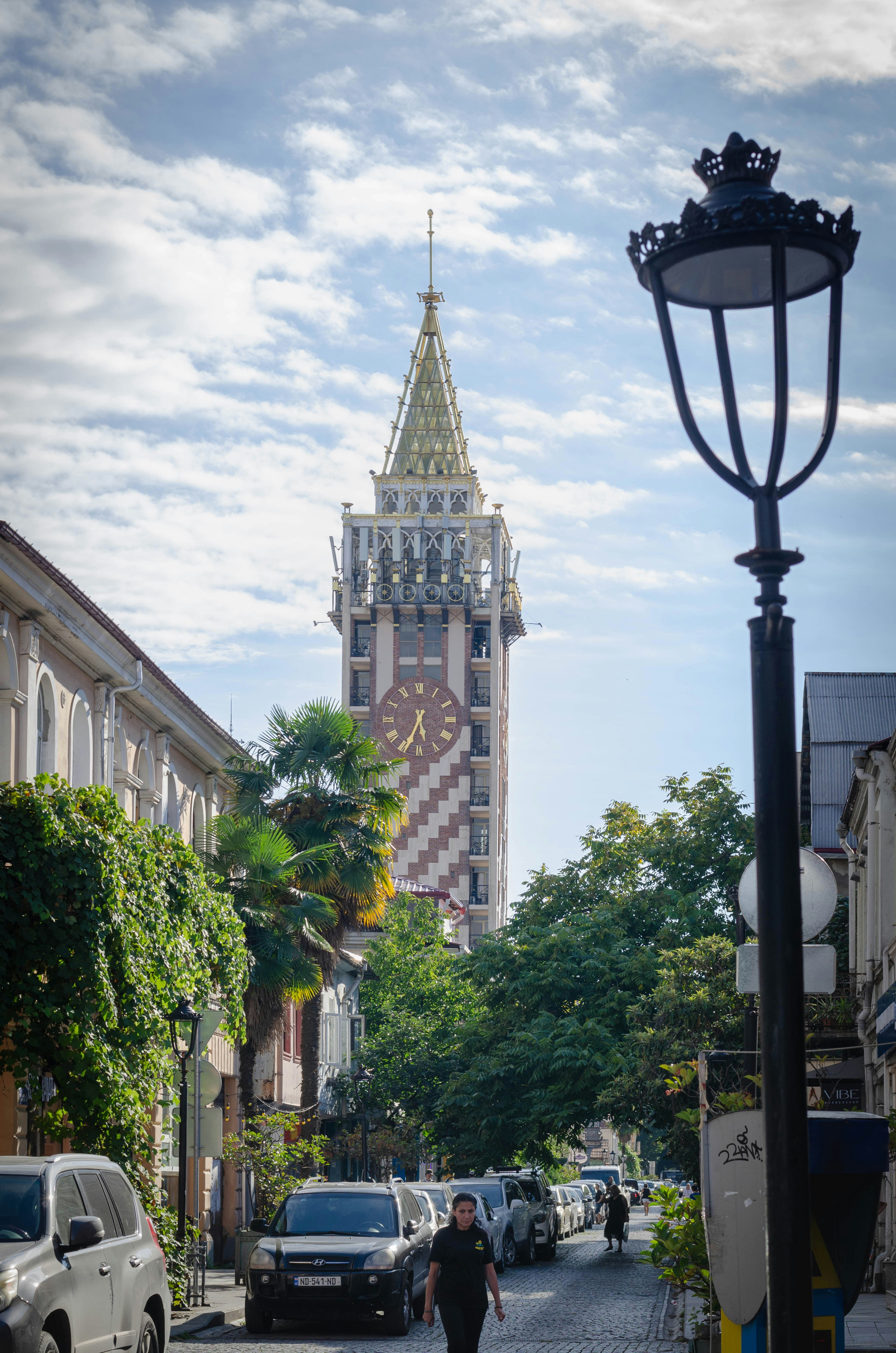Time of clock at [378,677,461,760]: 5:33
